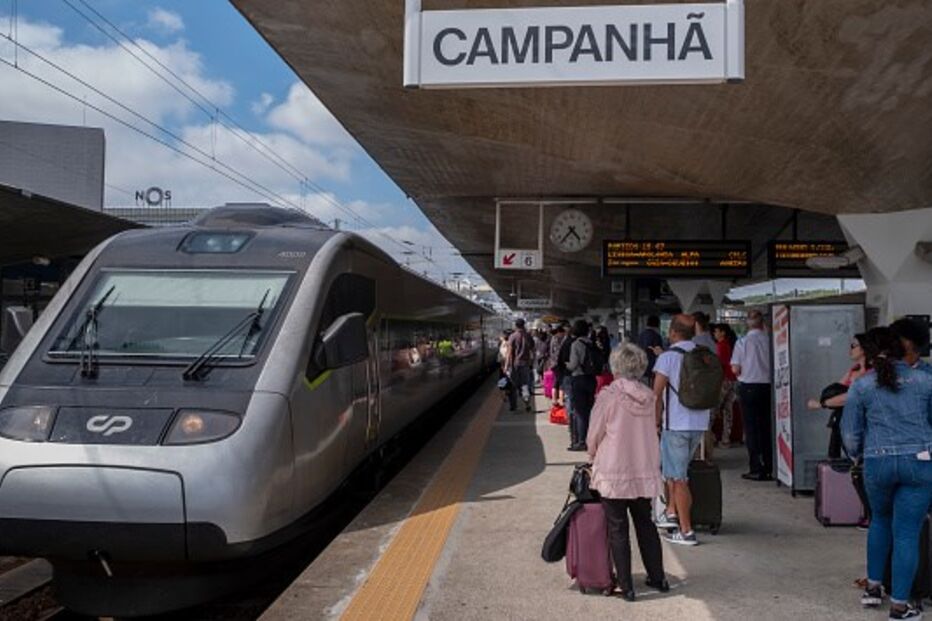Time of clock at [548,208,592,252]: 4:36
